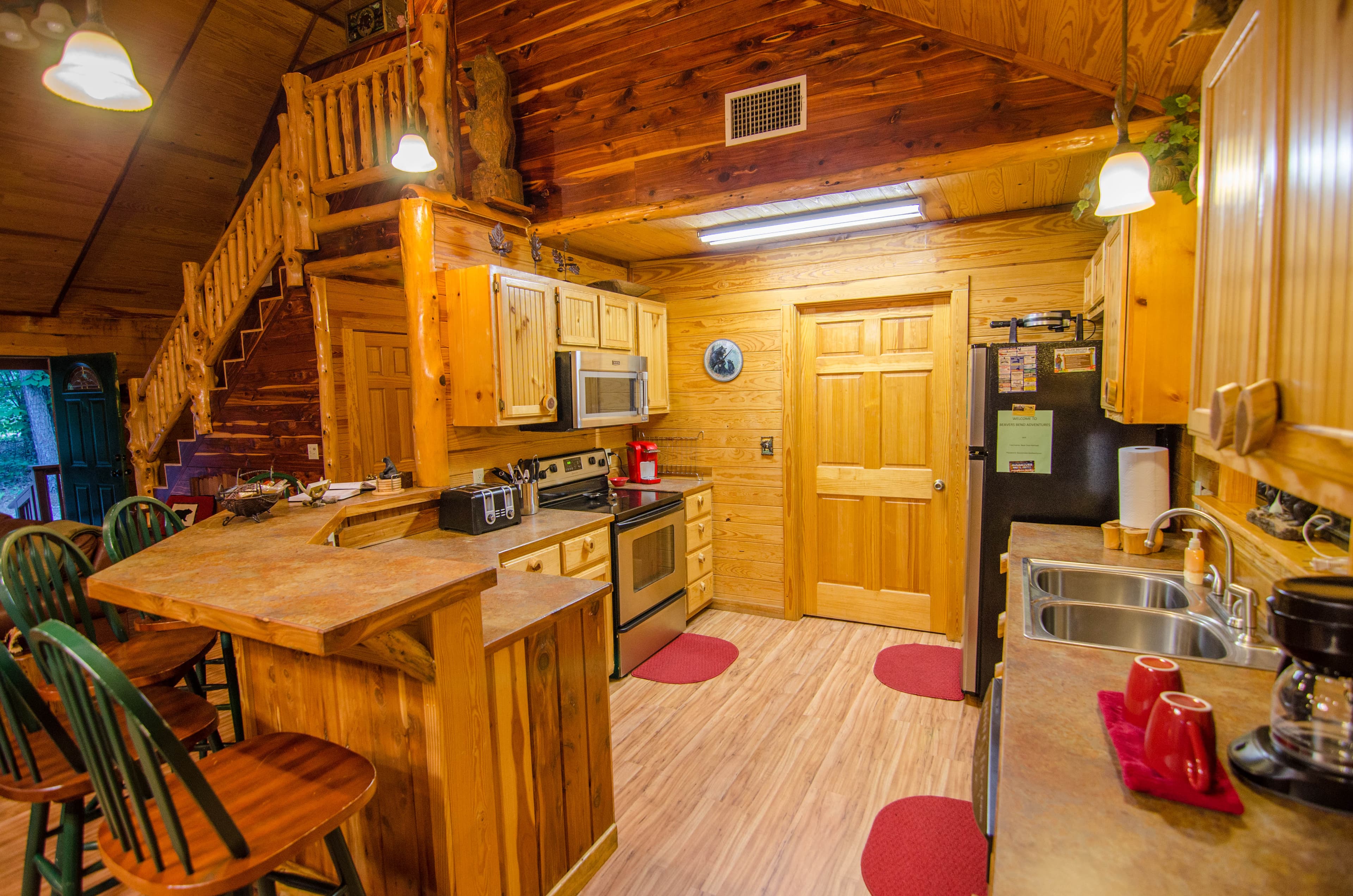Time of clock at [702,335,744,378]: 8:06
